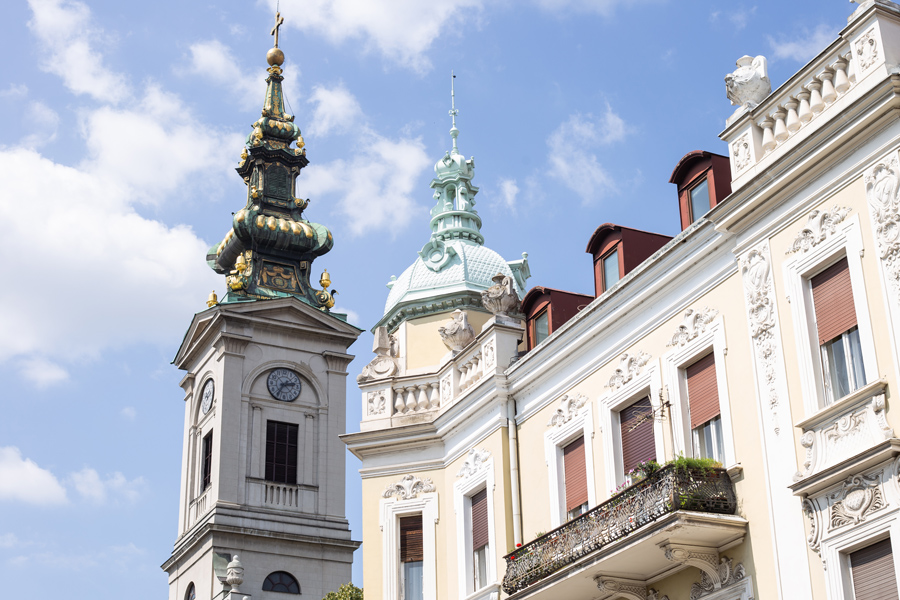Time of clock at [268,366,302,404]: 2:36
